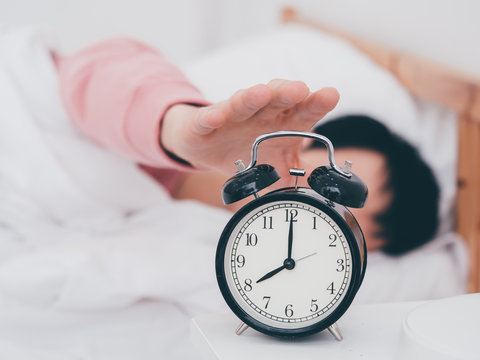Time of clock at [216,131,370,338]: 8:00
